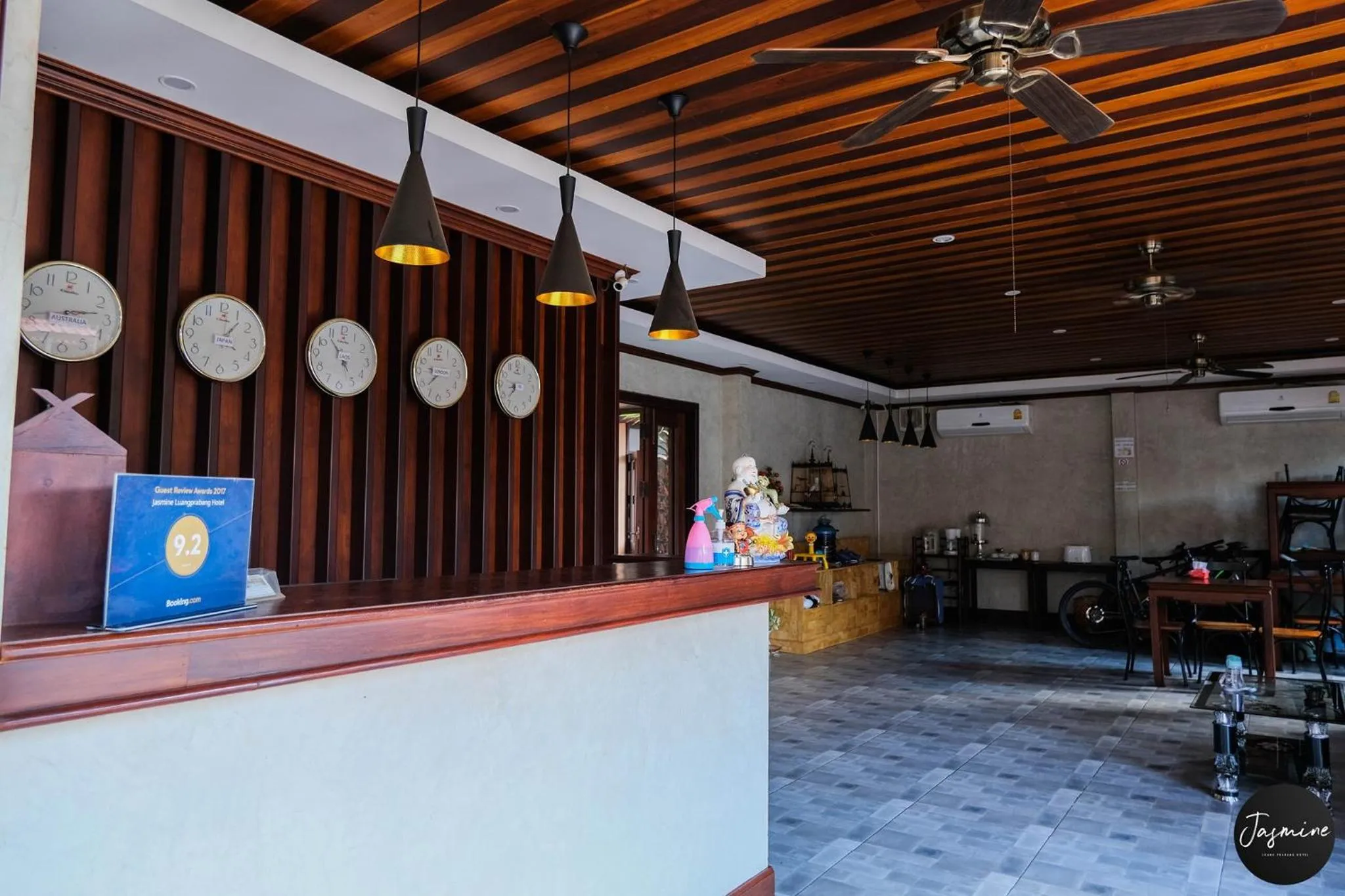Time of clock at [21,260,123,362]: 2:42
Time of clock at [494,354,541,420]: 8:37
